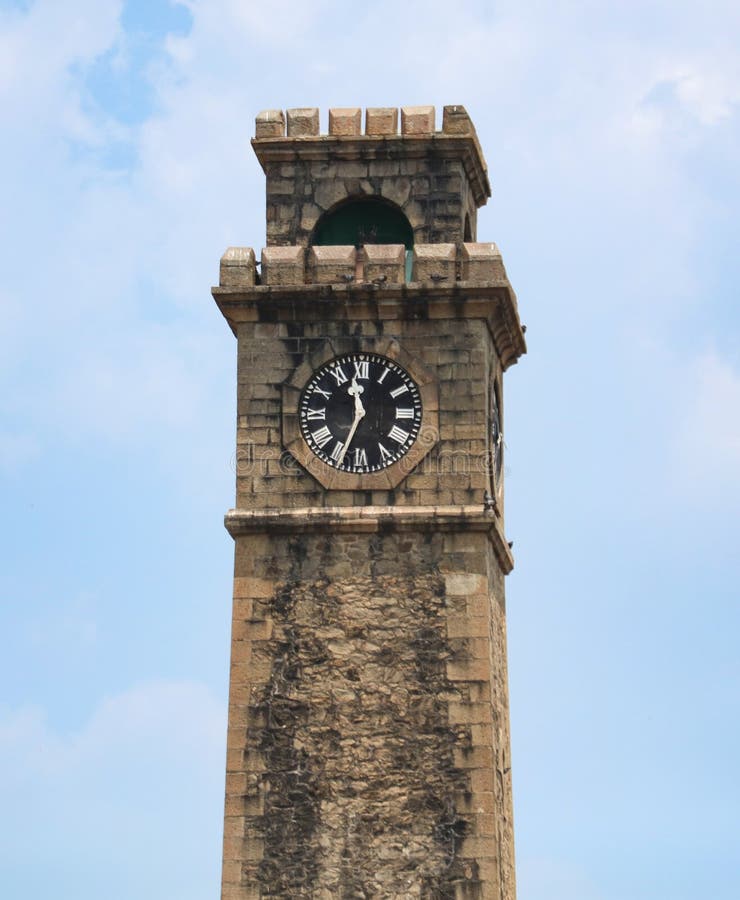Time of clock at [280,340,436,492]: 11:33
